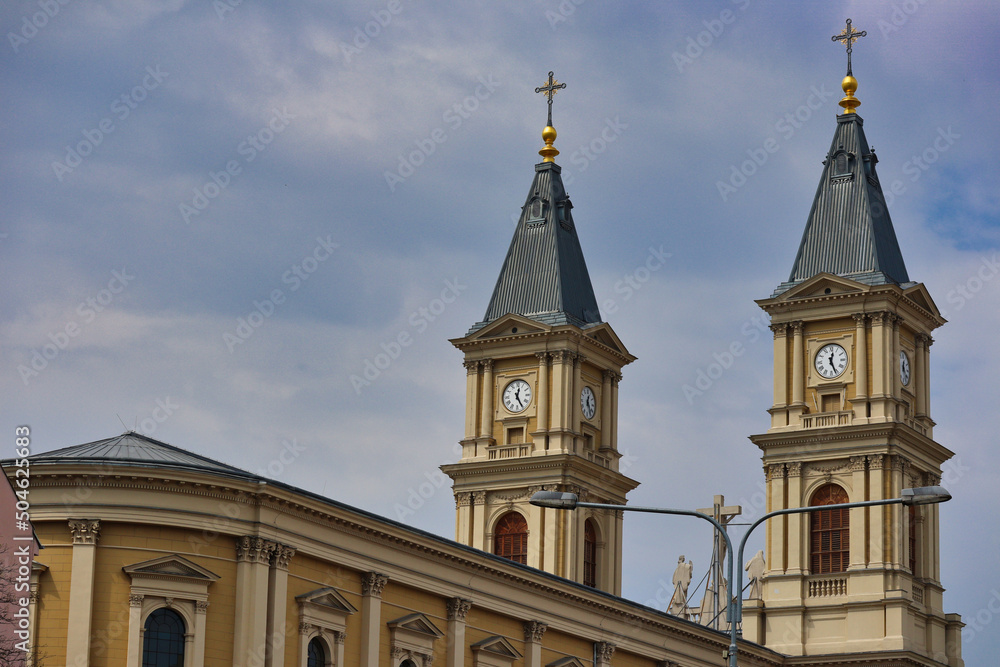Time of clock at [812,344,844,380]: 12:26
